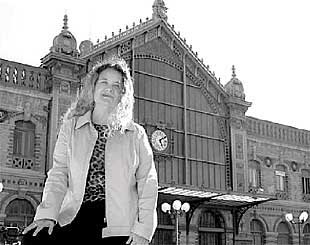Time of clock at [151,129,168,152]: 5:09
